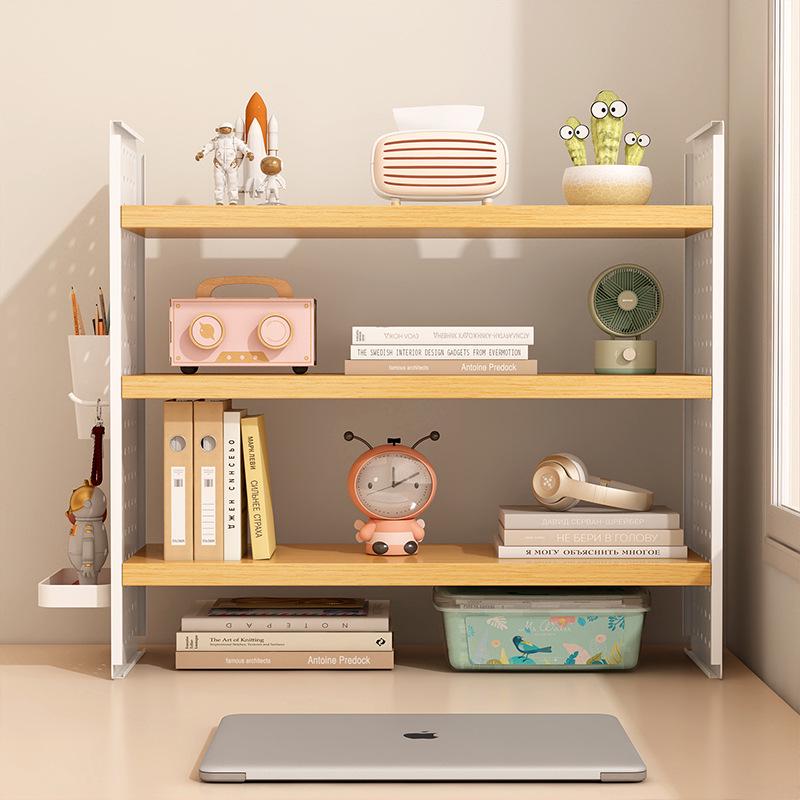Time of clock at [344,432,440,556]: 12:10
